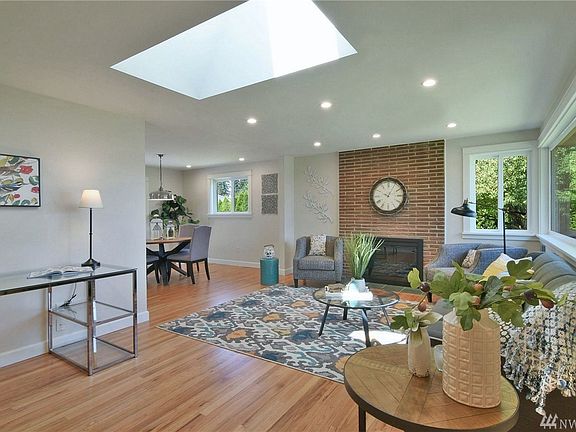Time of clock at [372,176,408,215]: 10:04
